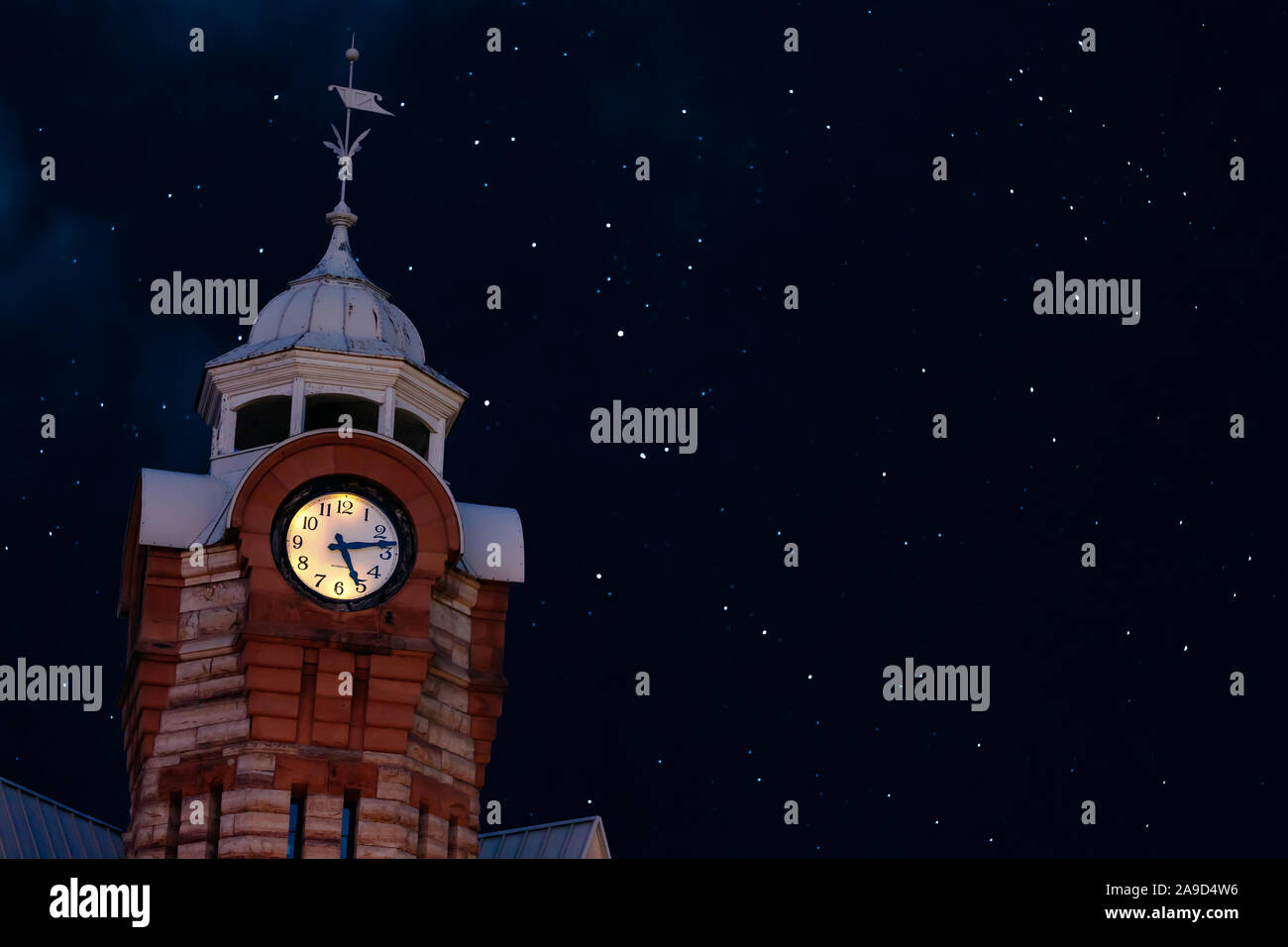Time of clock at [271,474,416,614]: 5:13
